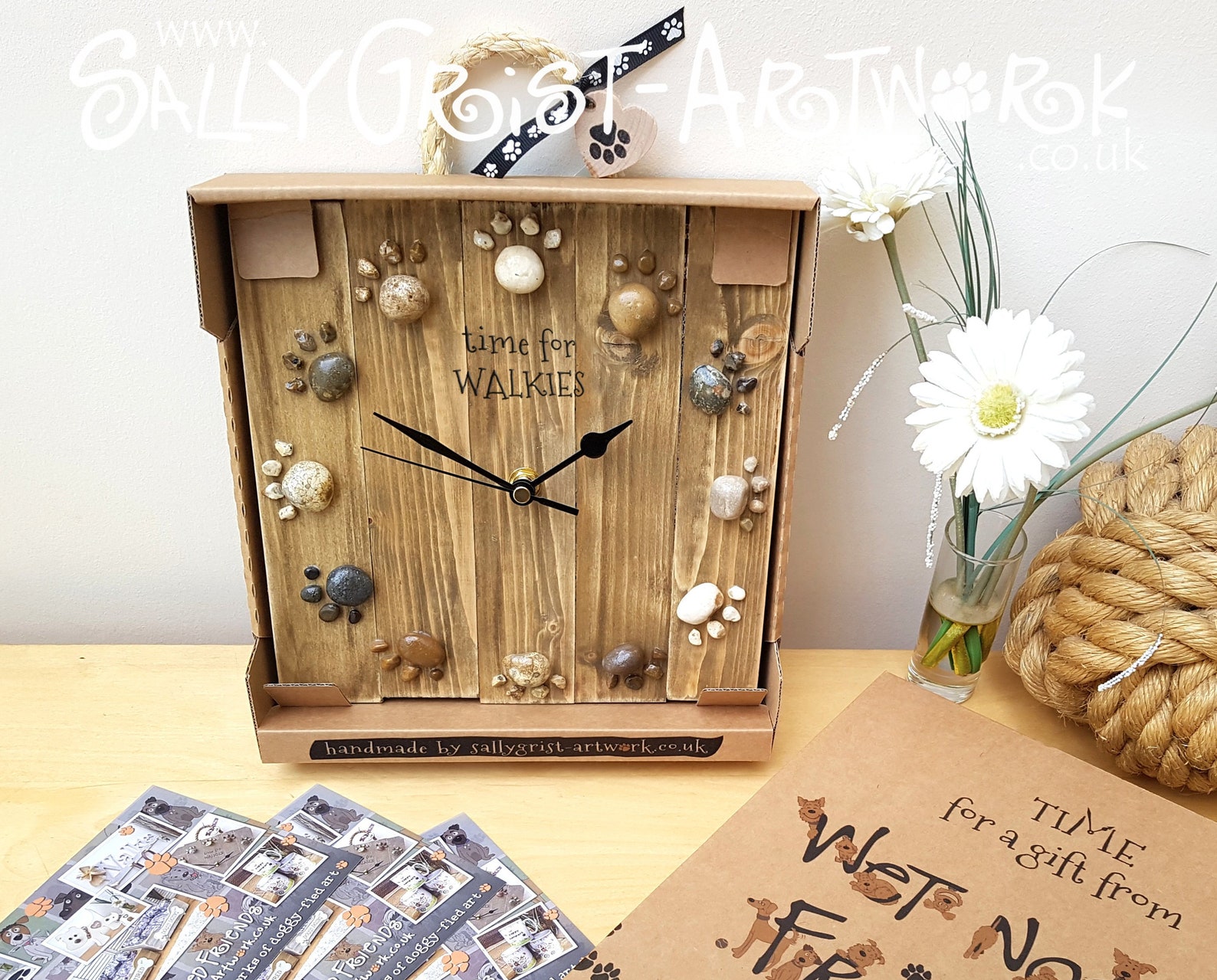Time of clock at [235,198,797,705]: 1:49
